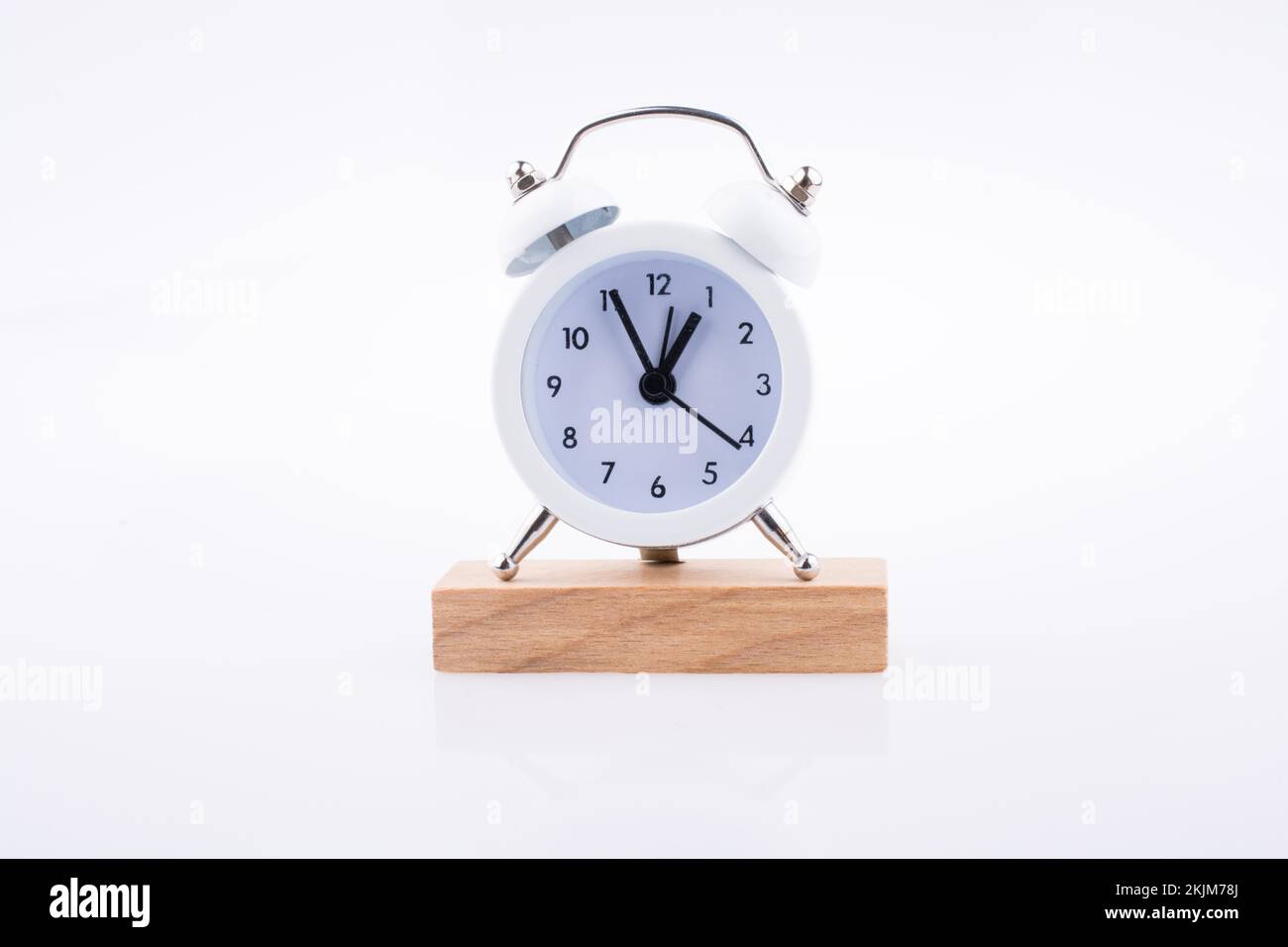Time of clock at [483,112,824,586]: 12:56
